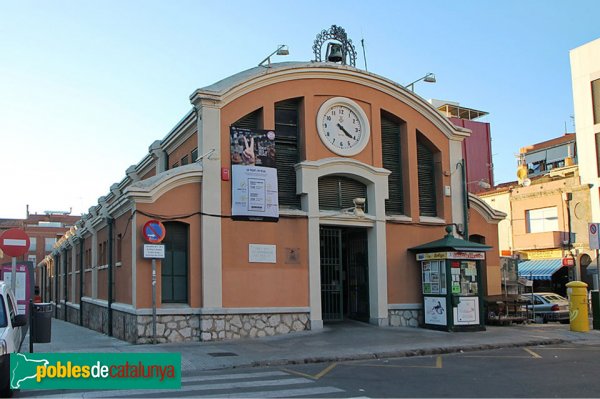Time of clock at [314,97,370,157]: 4:20
